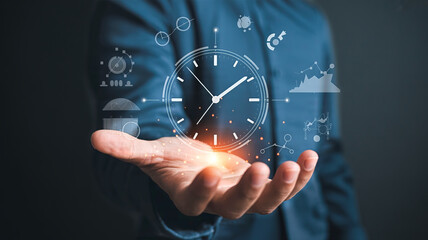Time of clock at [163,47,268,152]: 1:52
